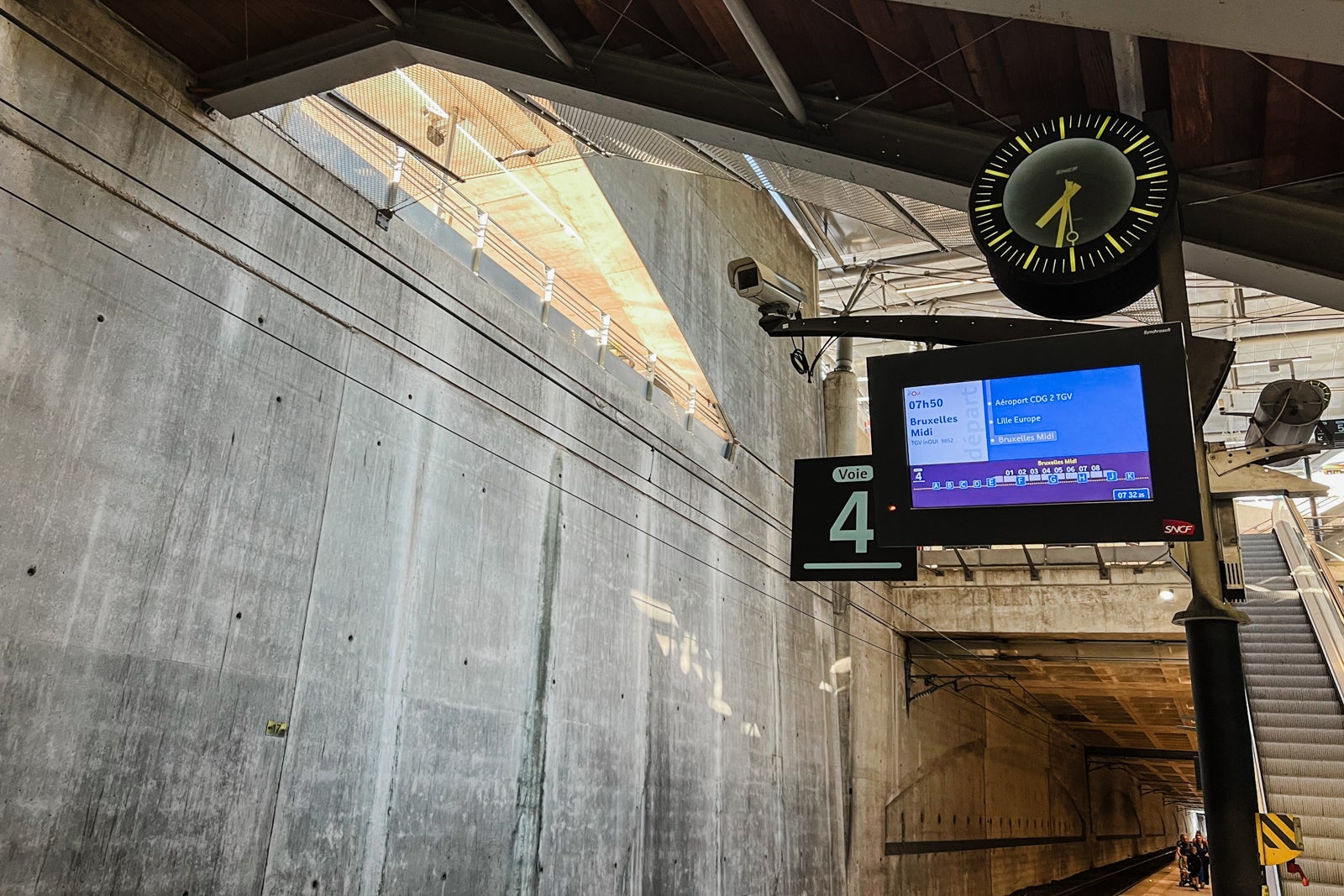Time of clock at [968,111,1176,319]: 7:32
